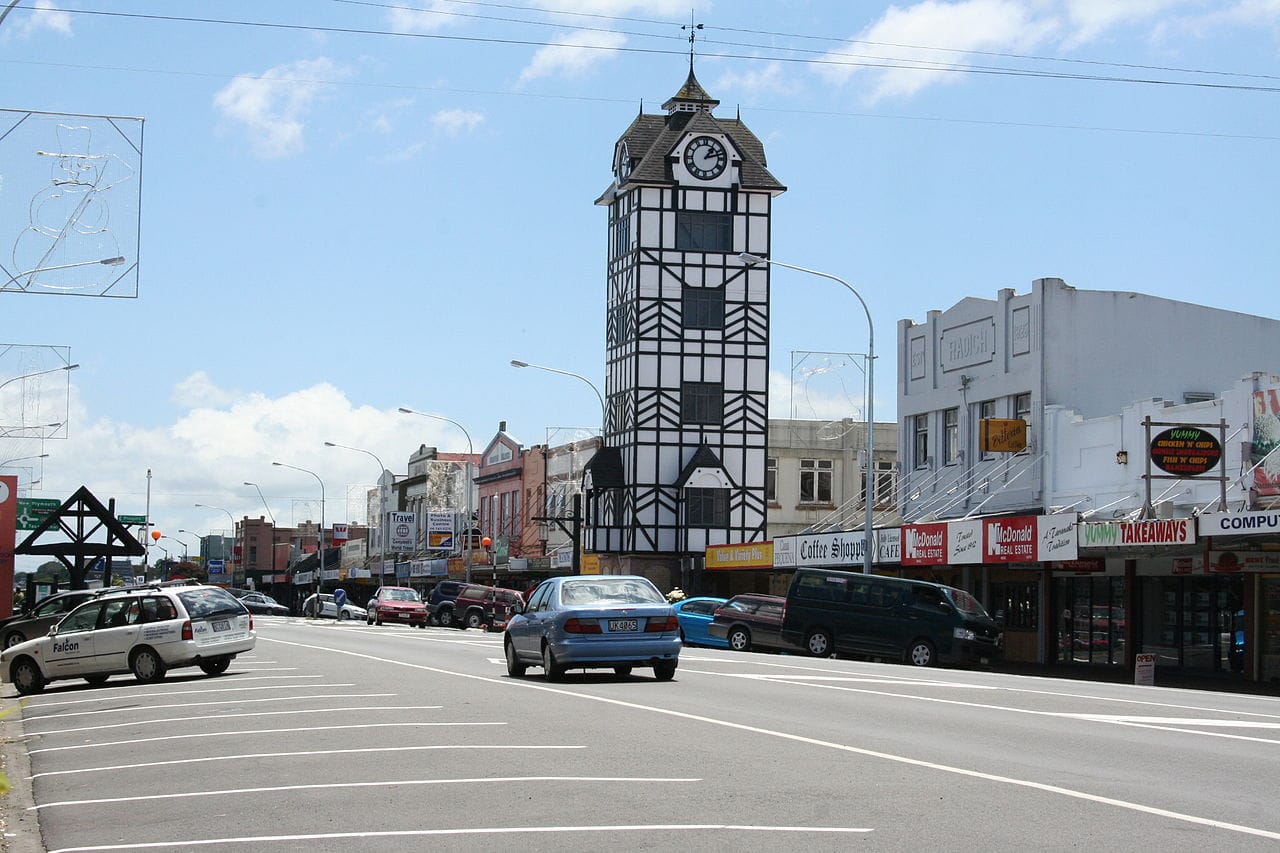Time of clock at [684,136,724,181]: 1:12
